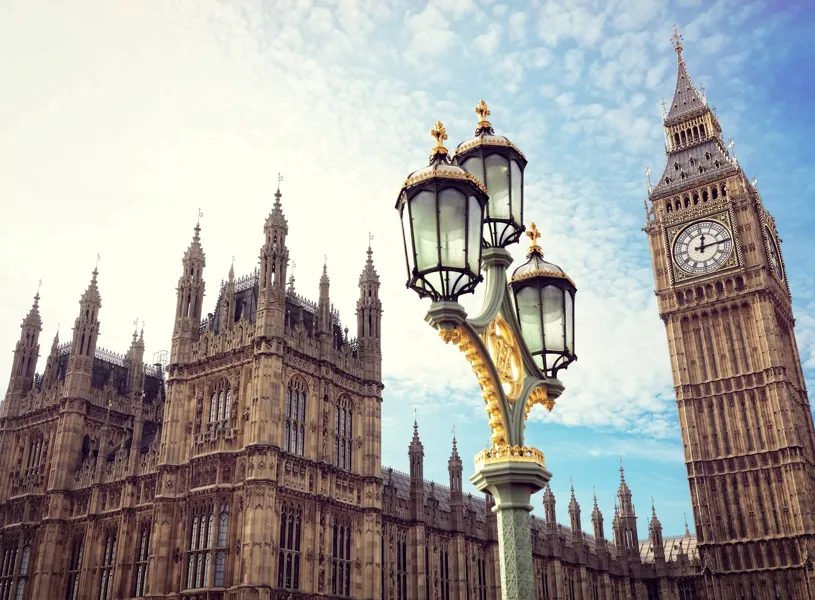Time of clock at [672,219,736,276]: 12:14
